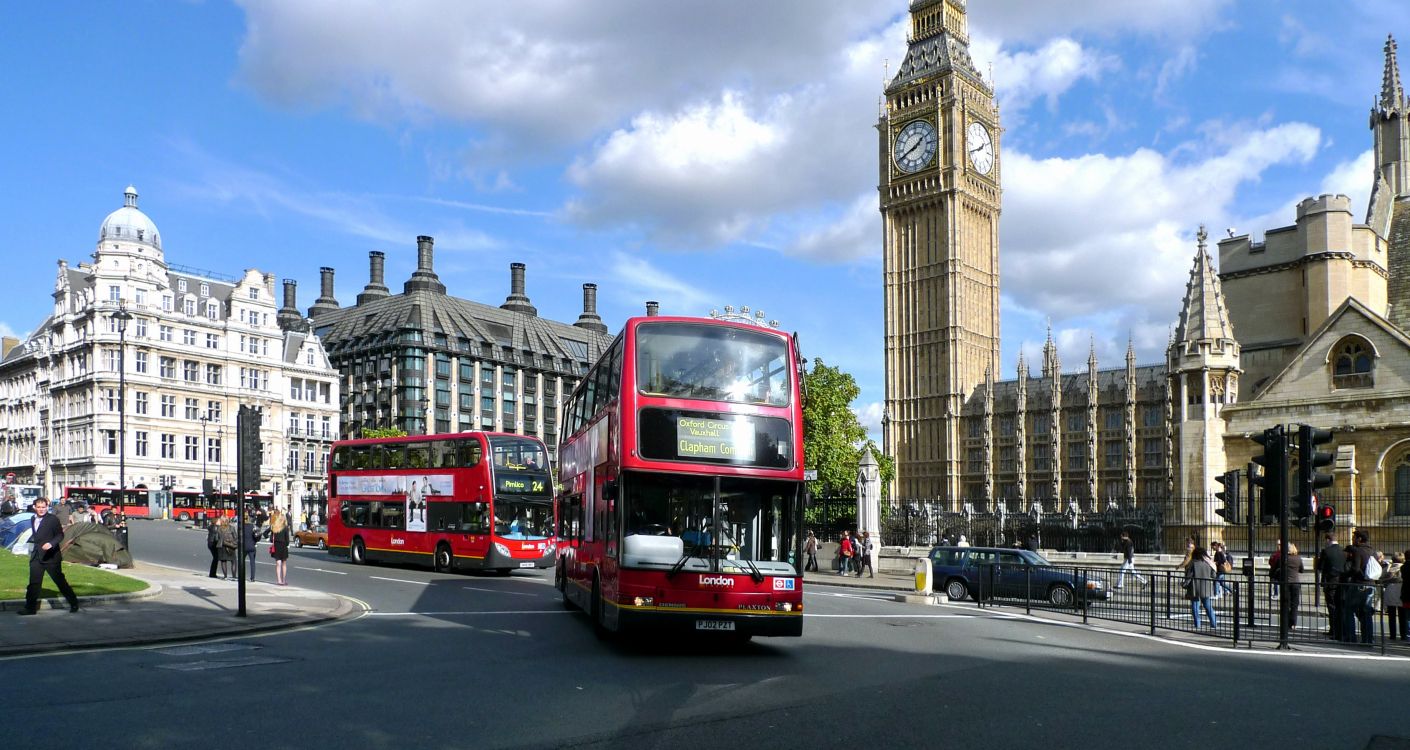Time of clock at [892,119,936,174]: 1:40
